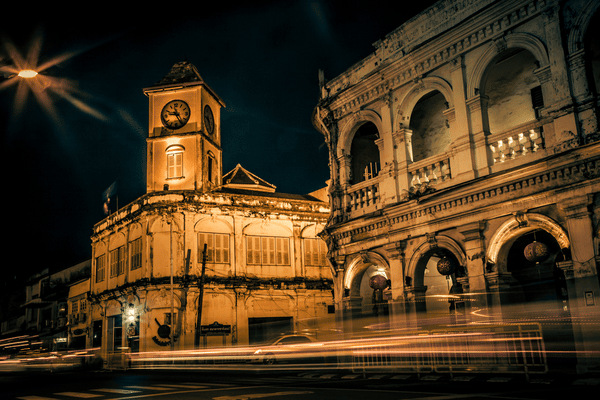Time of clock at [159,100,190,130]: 9:25
